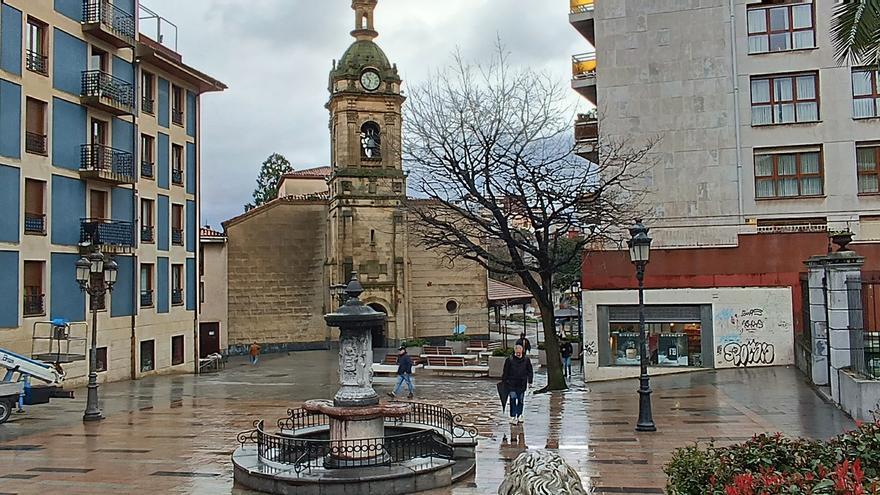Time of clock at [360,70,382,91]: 10:32
